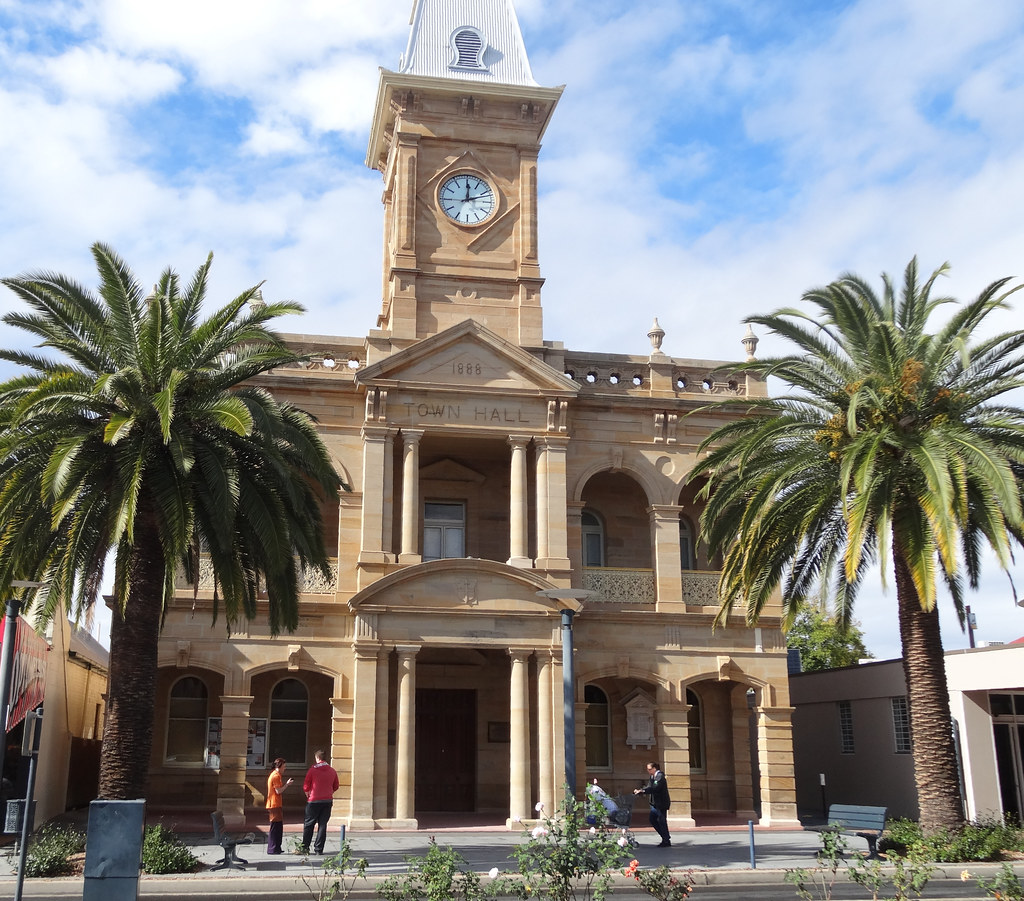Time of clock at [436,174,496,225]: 12:11
